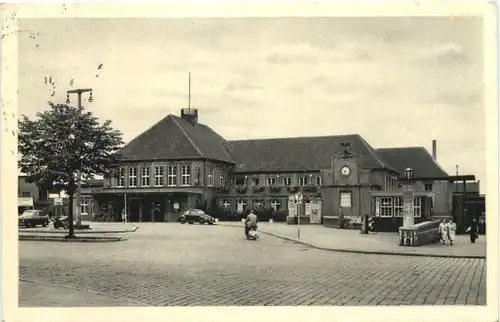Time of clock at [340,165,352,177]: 8:32
